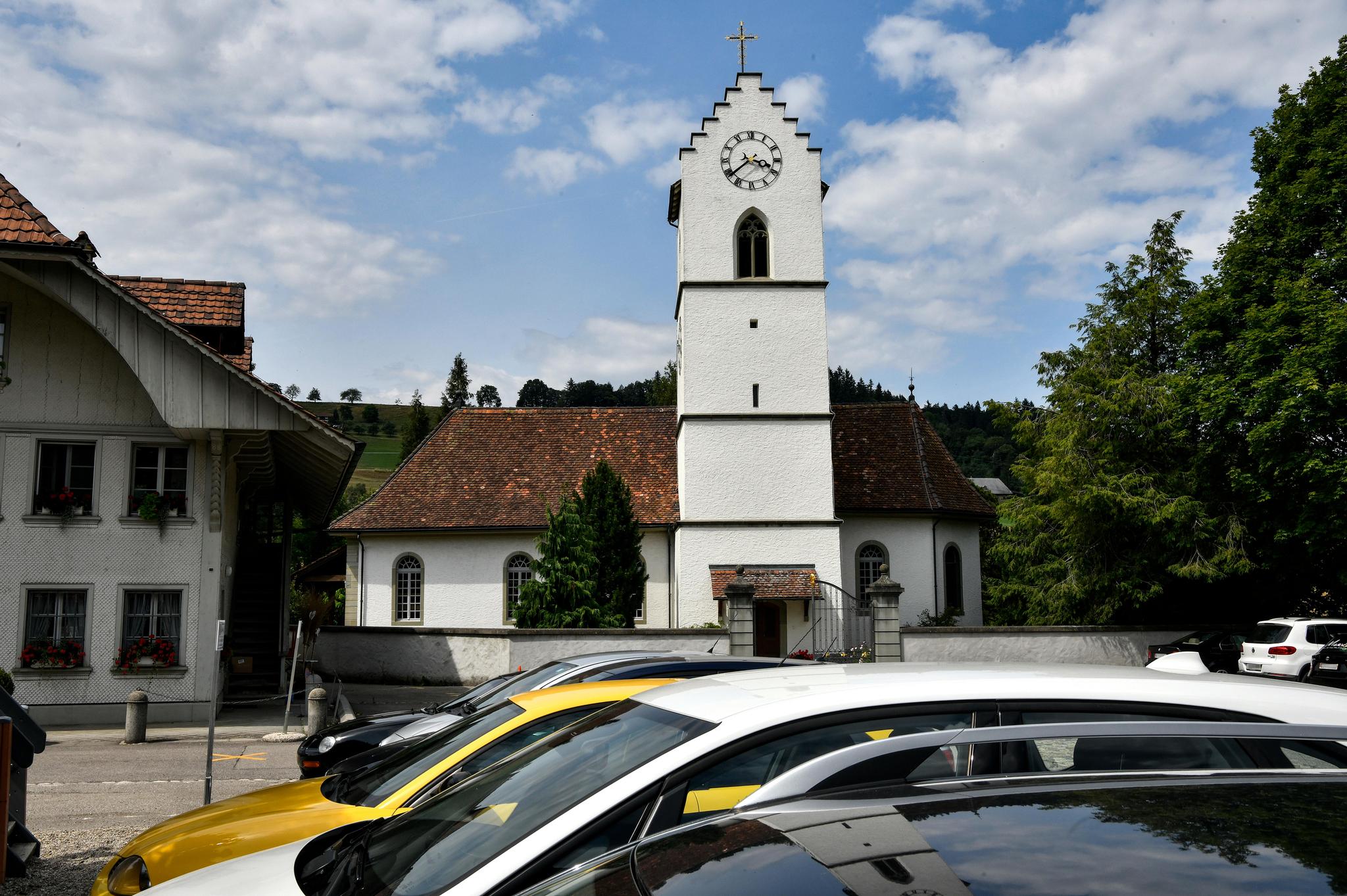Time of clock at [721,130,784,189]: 3:38
